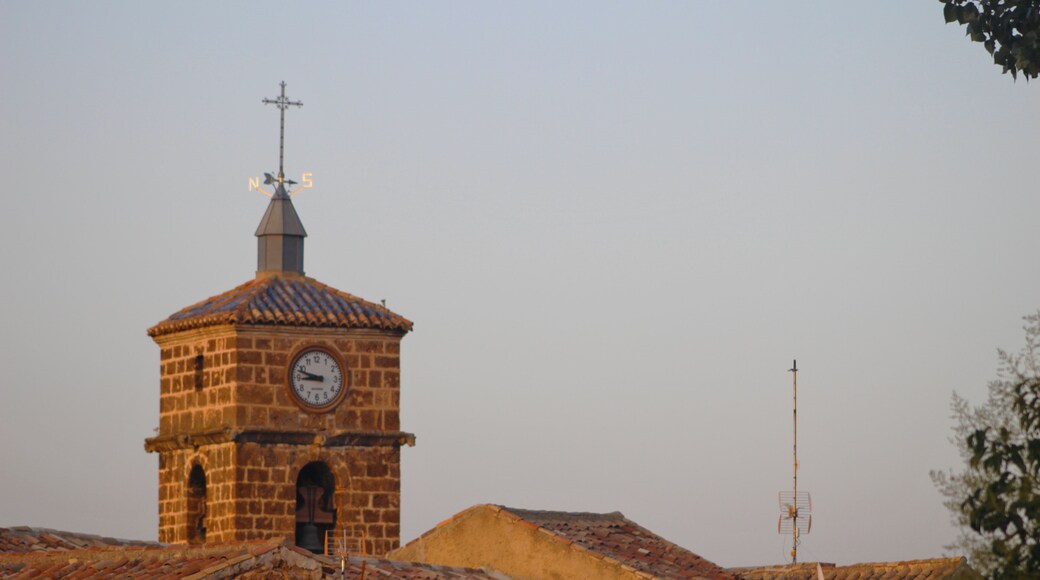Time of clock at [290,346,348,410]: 8:47
